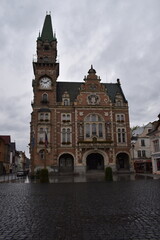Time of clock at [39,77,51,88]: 1:47
